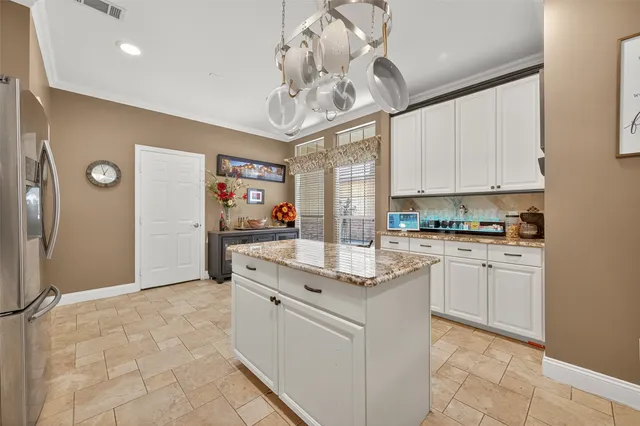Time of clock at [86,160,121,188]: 12:57
